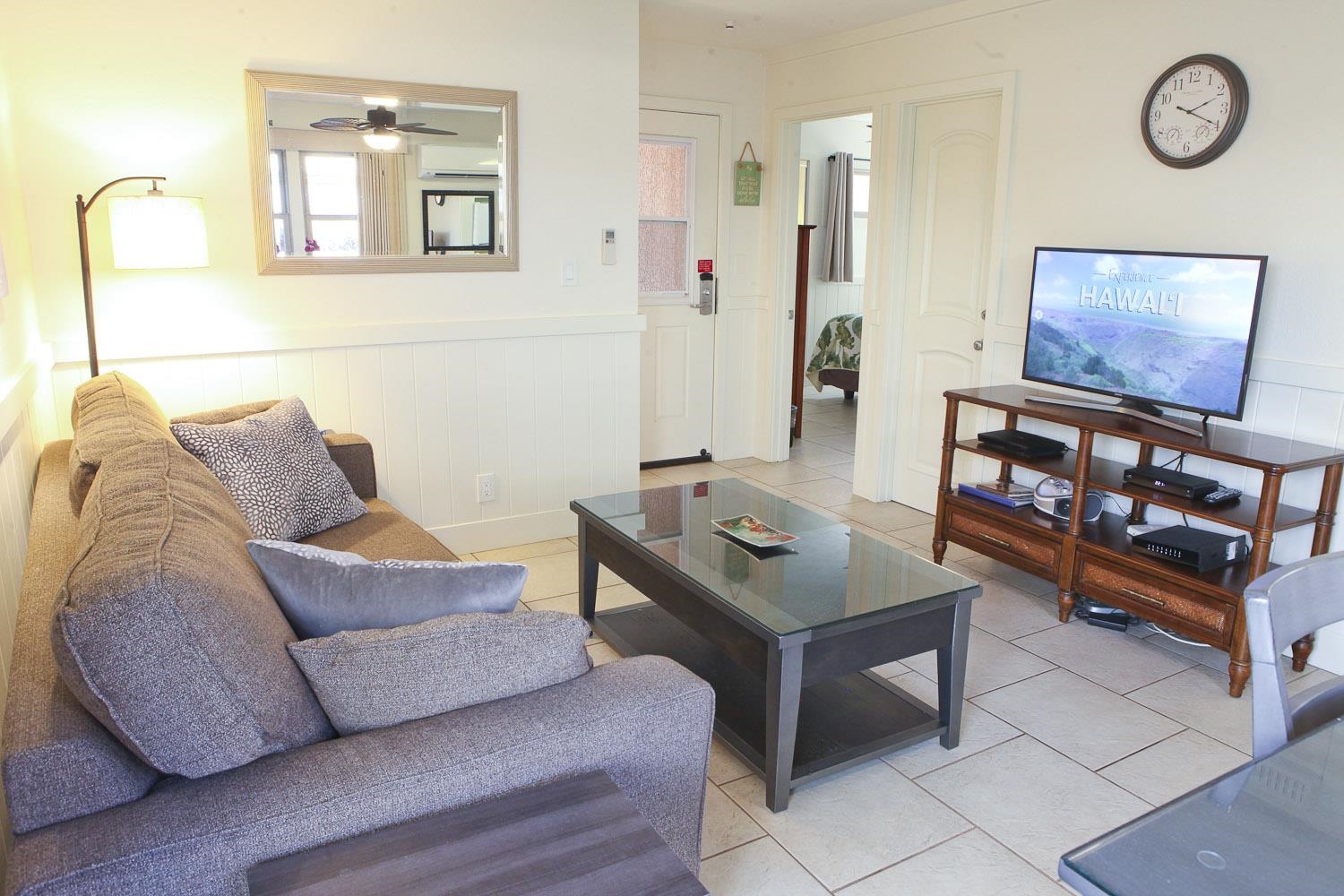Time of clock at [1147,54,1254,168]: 2:19
